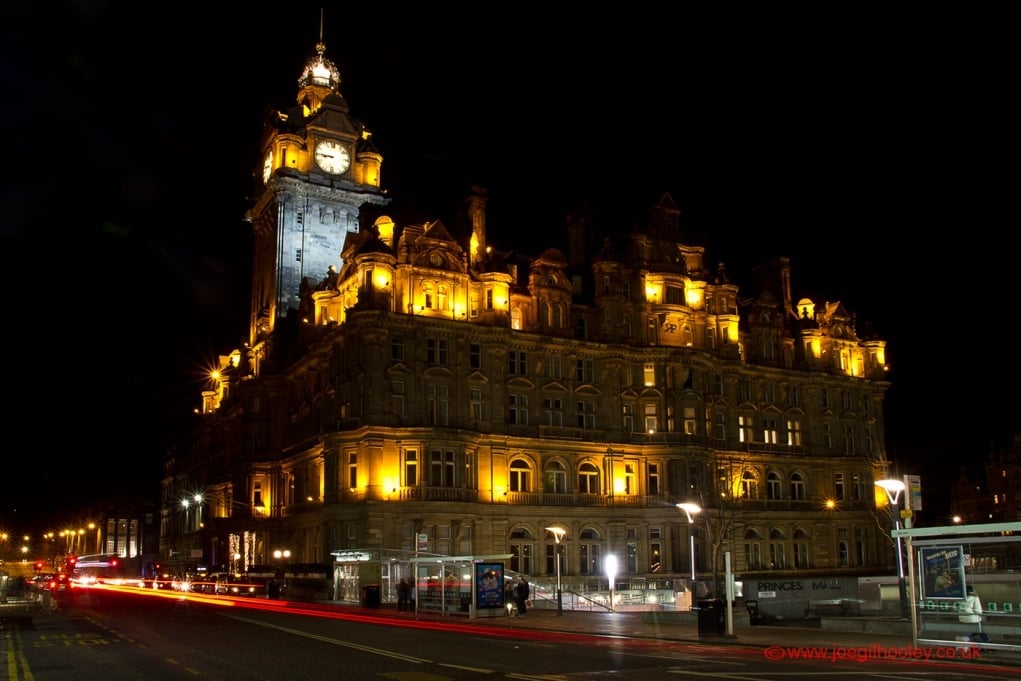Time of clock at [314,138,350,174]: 8:45
